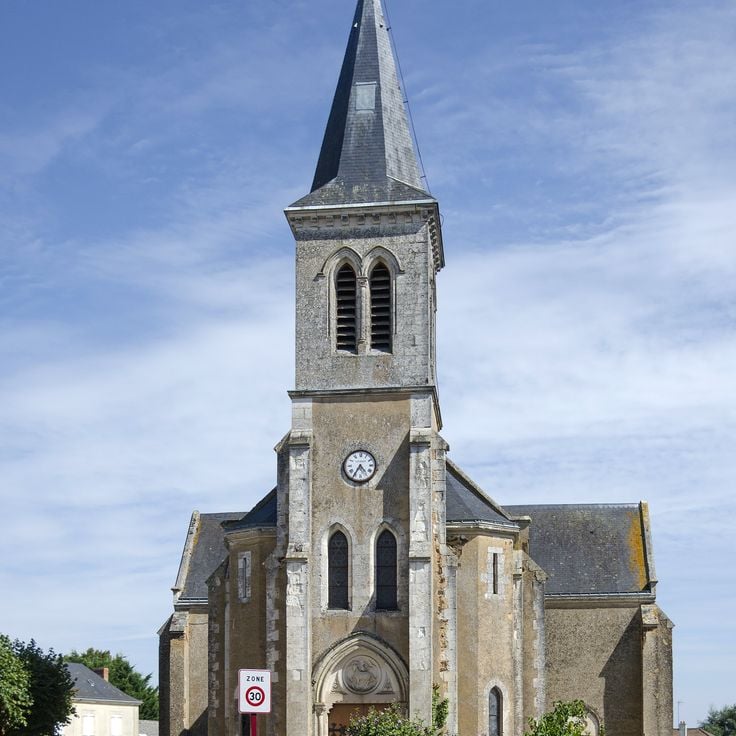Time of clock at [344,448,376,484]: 4:35
